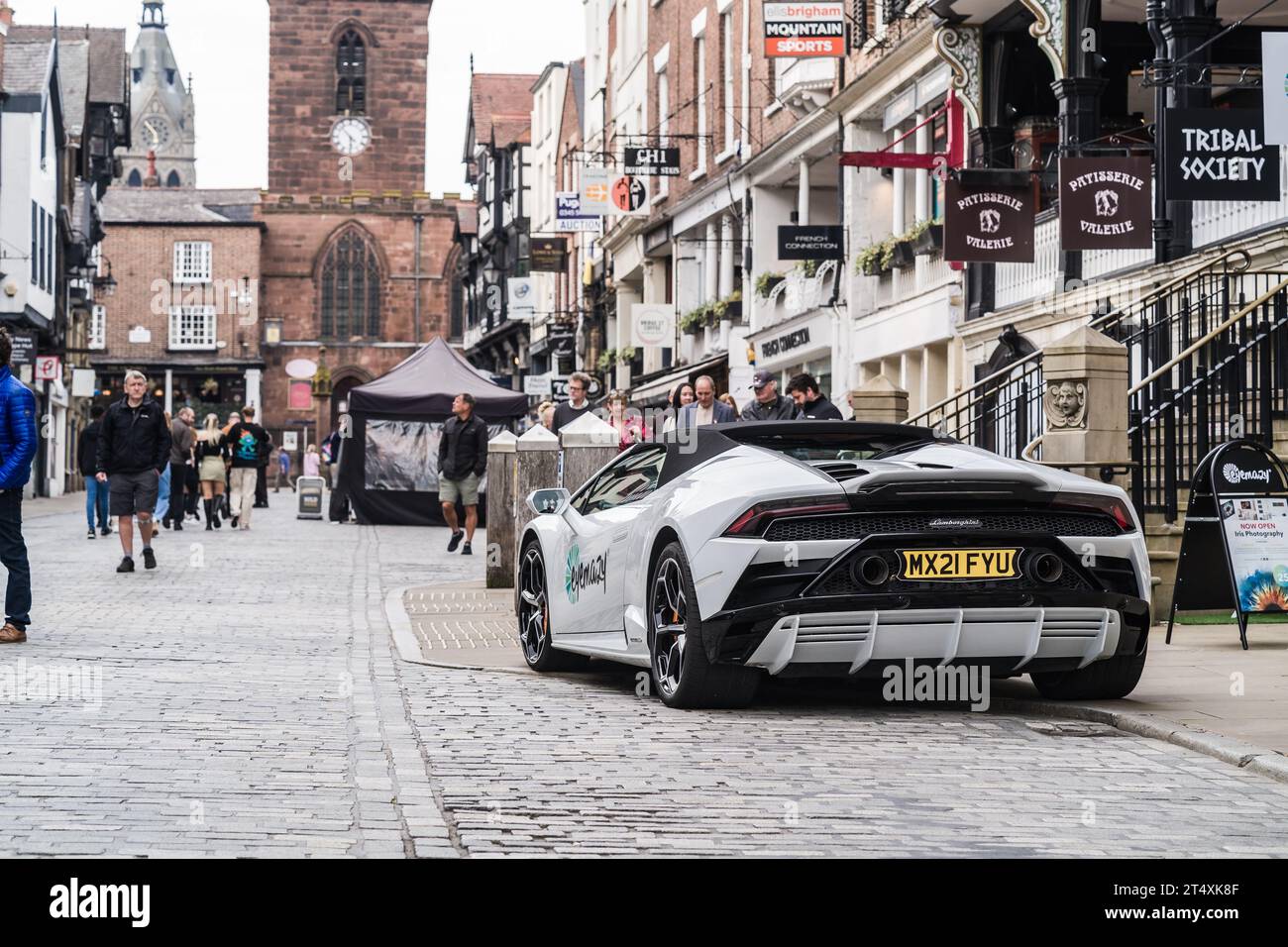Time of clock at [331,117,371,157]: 5:52
